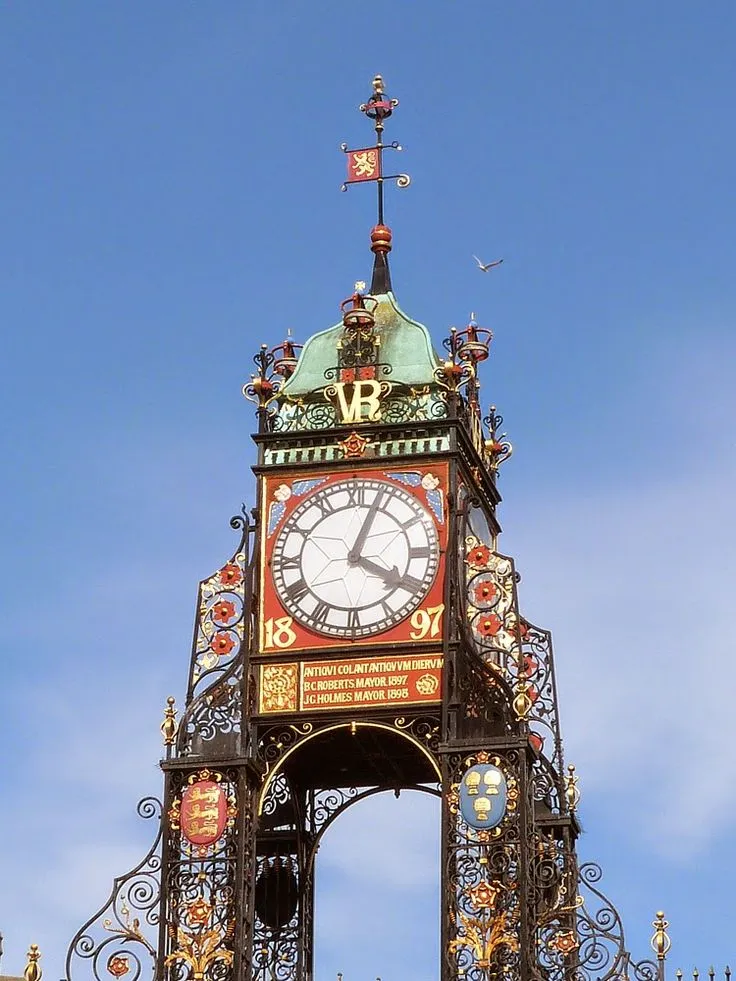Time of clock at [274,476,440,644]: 4:03
